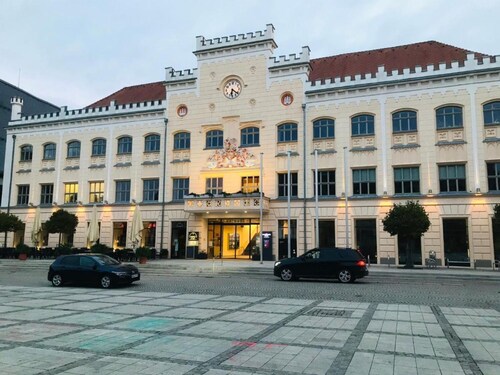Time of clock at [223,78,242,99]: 6:21
